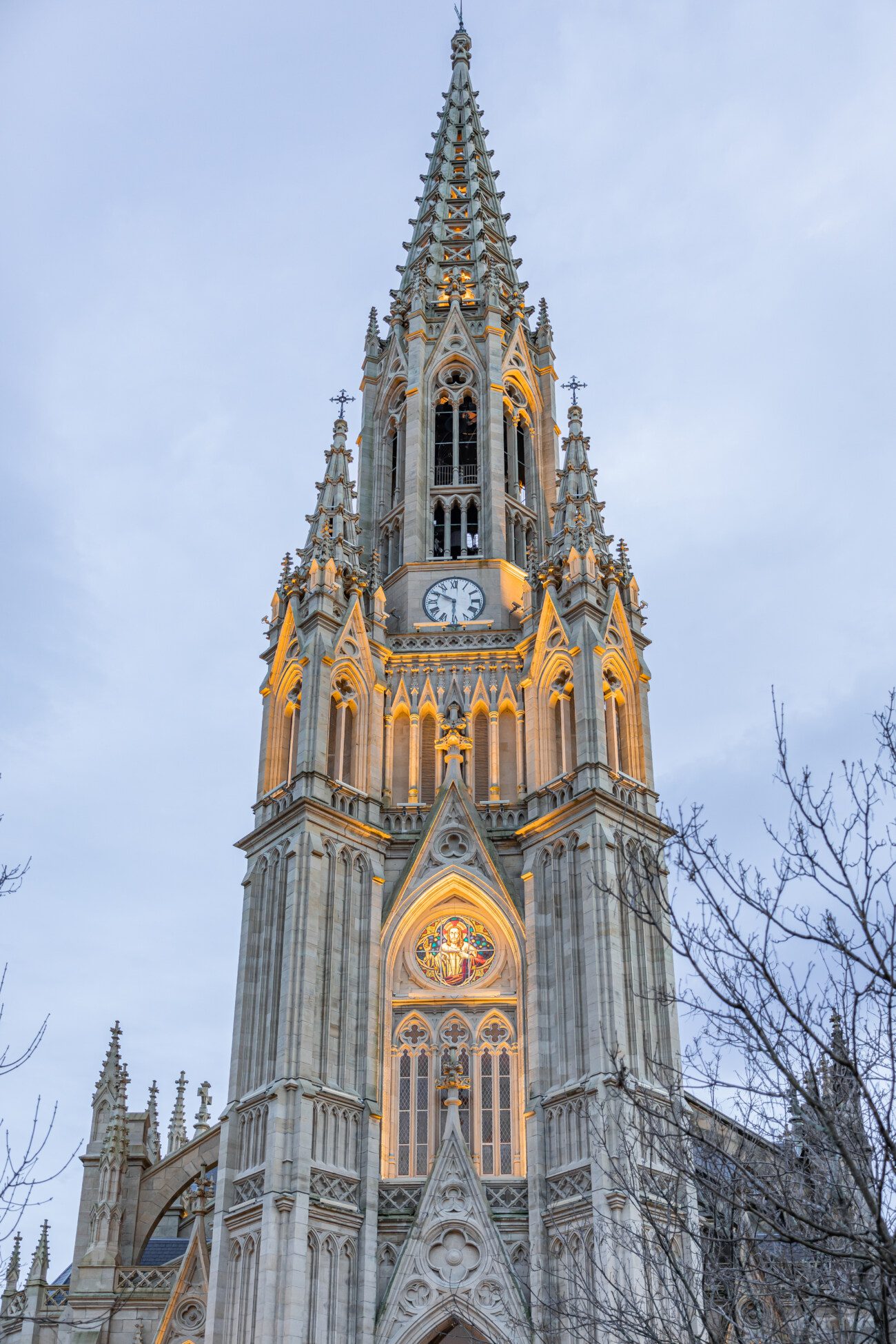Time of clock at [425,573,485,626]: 5:50
